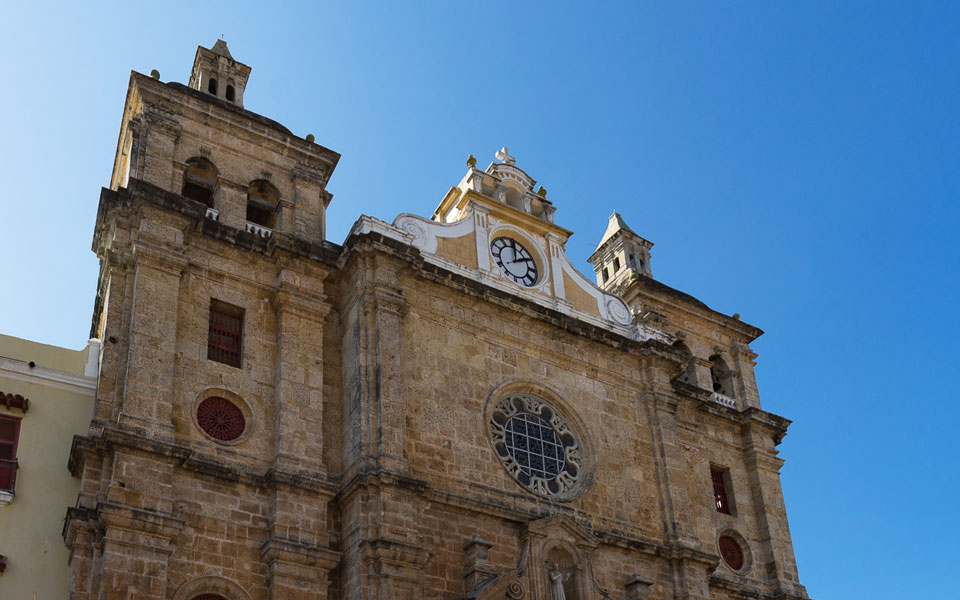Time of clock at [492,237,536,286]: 2:00
